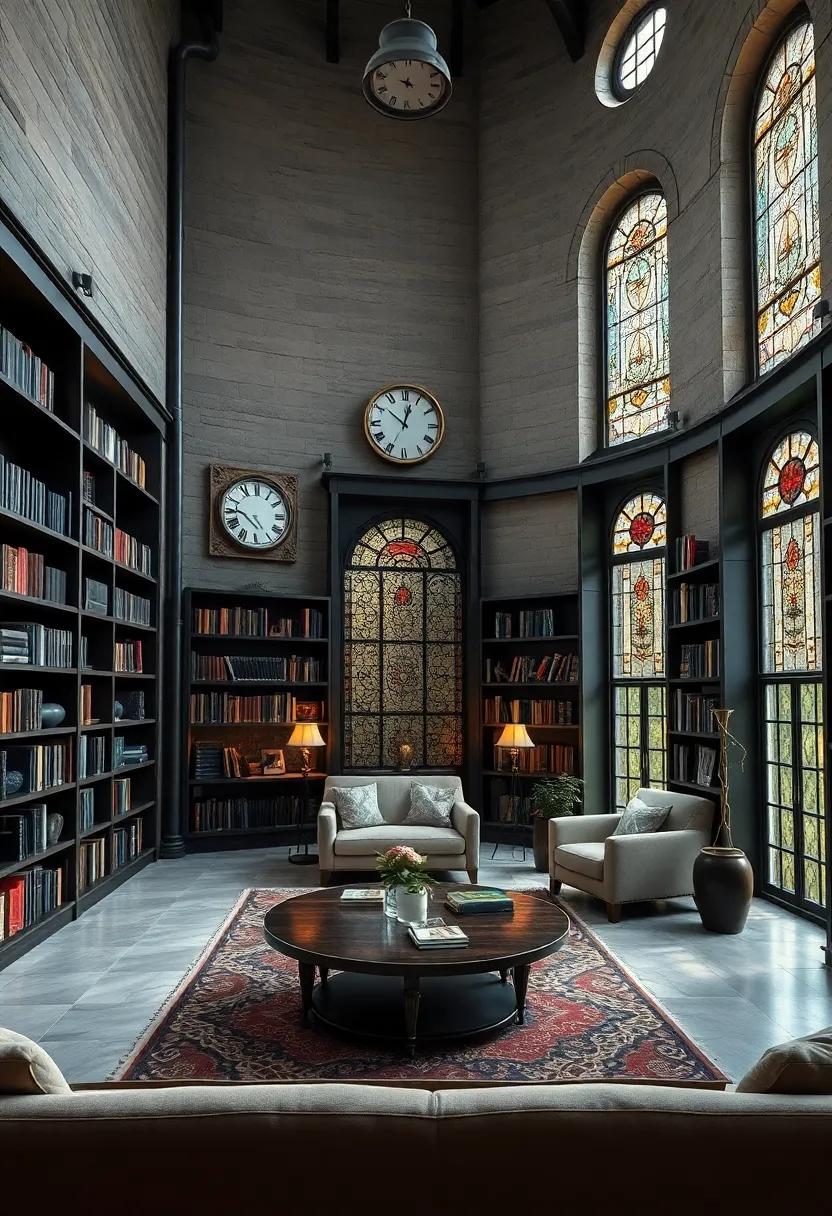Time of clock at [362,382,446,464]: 12:51
